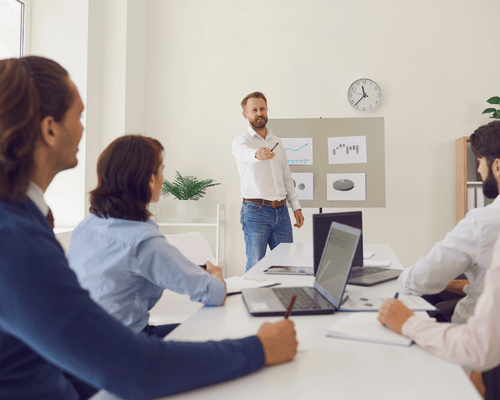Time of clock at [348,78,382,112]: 11:36
